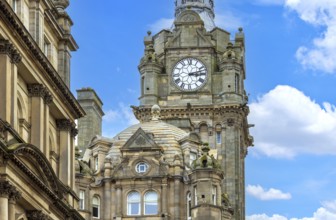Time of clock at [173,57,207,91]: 3:12
